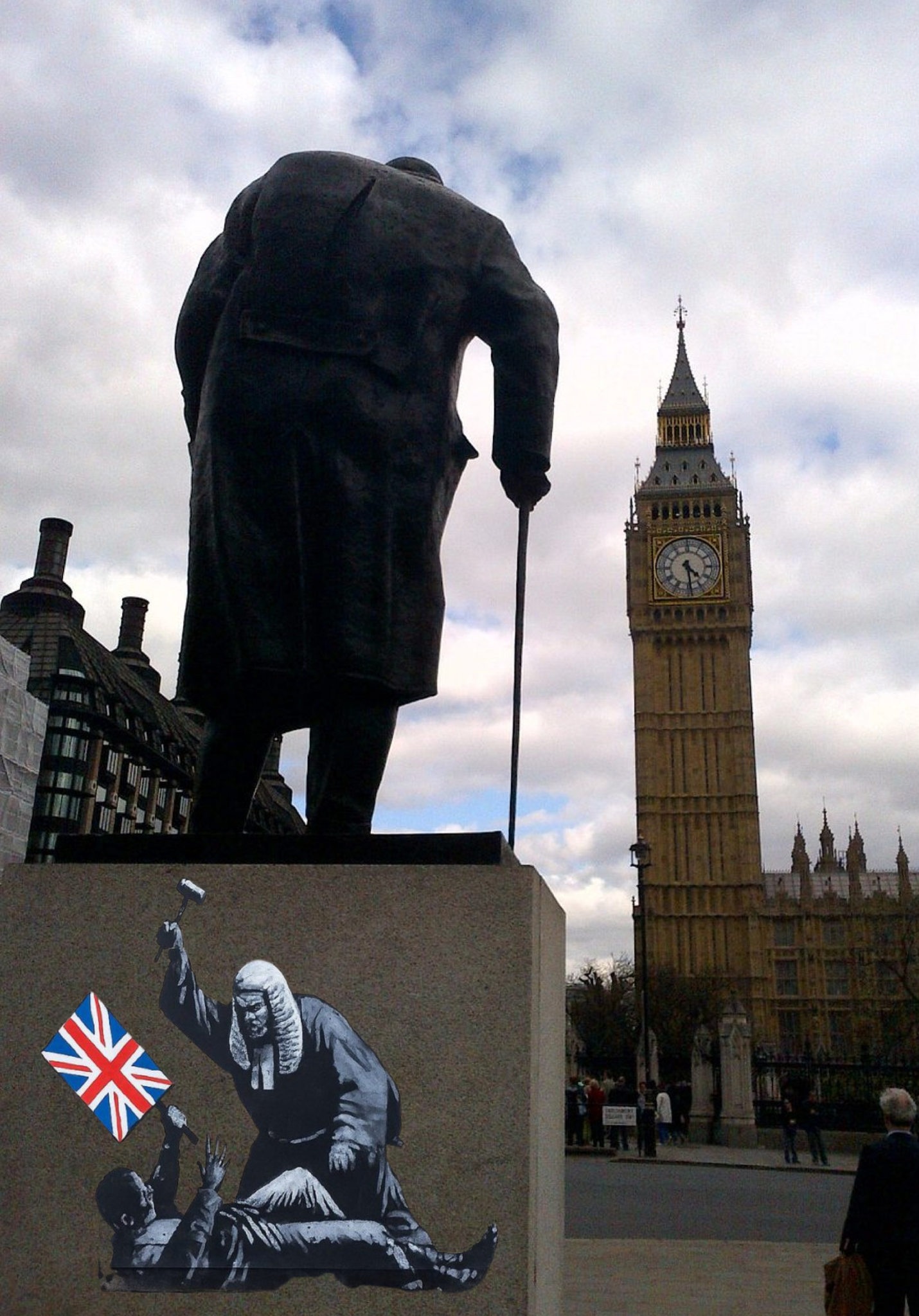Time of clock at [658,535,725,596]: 4:29
